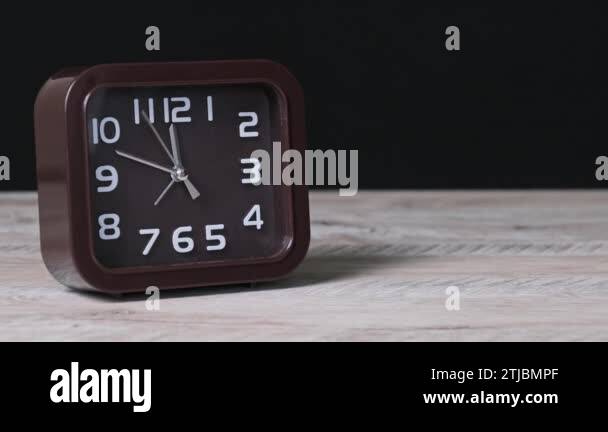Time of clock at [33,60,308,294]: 11:48
